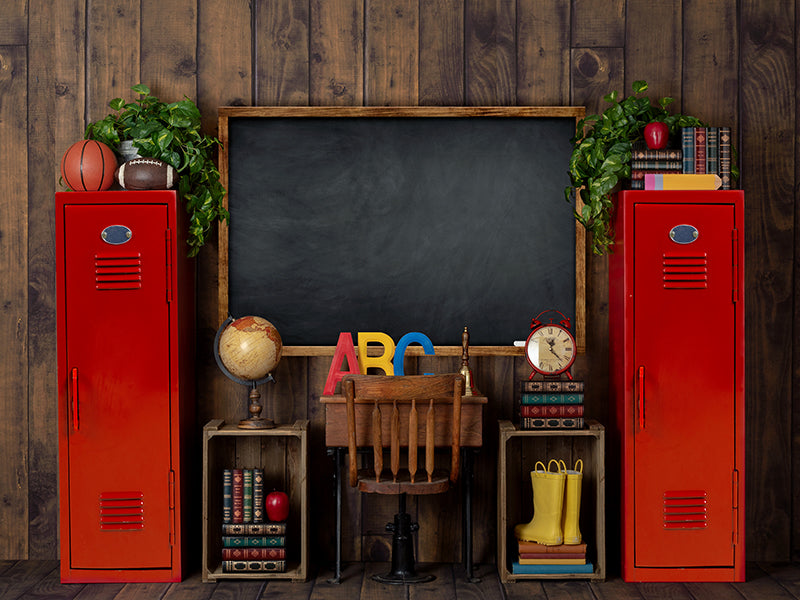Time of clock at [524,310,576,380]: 12:22
